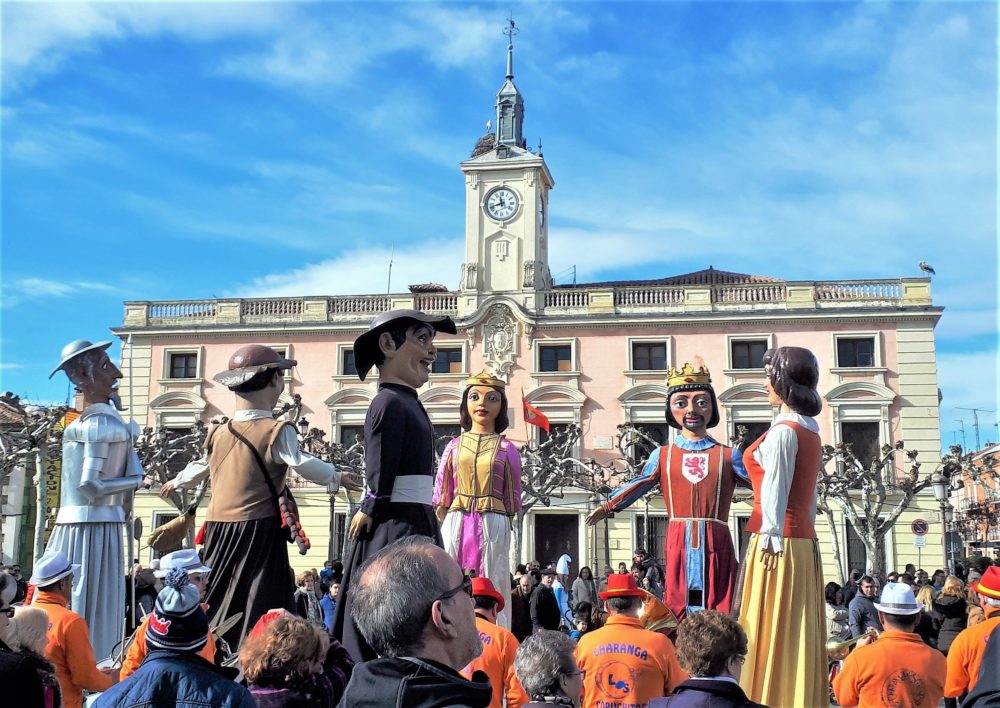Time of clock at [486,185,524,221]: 11:41
